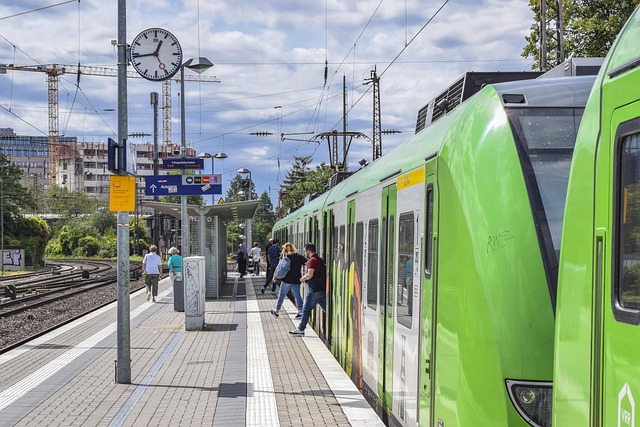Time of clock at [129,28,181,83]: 12:43
